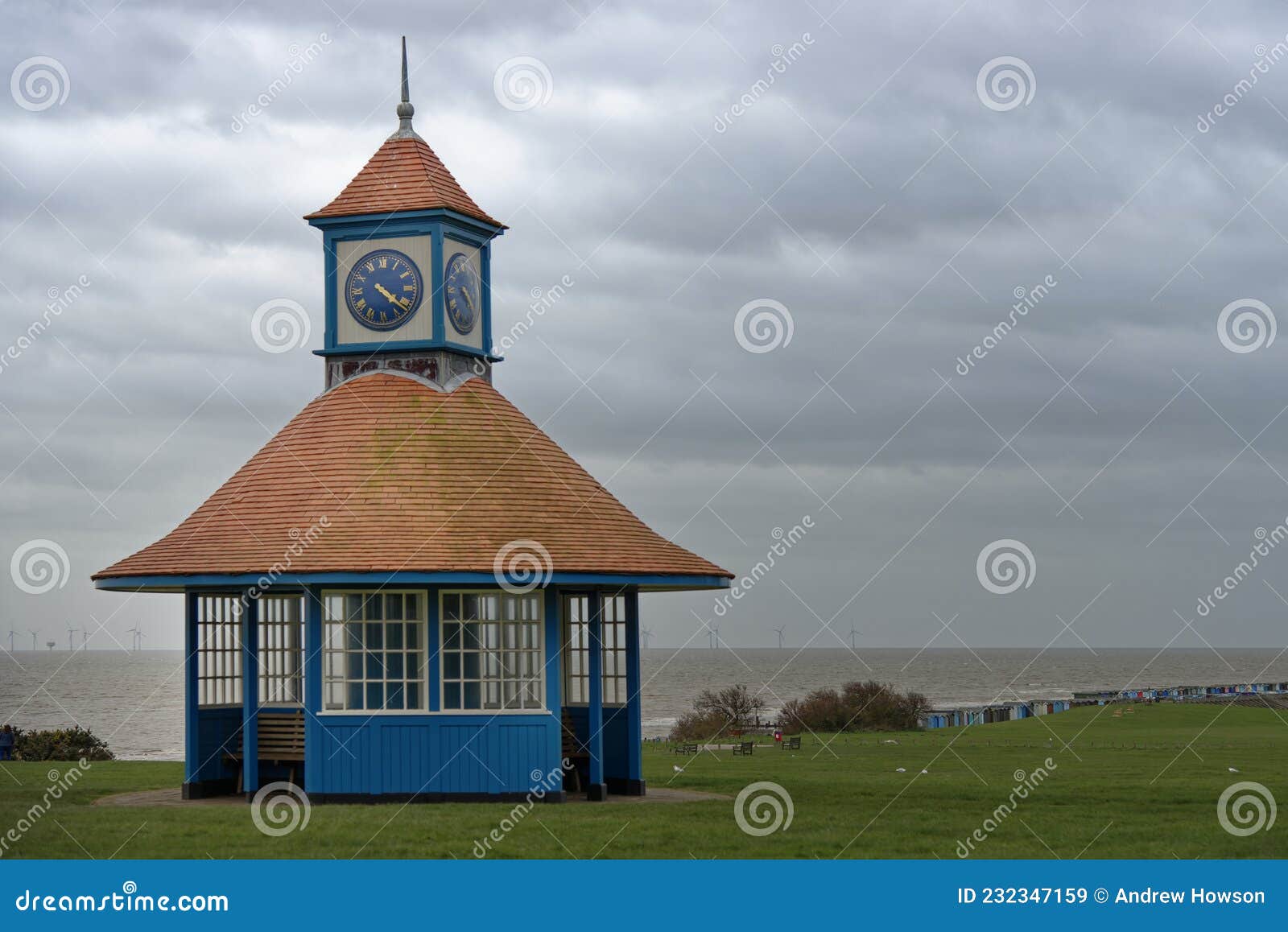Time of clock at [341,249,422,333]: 4:21
